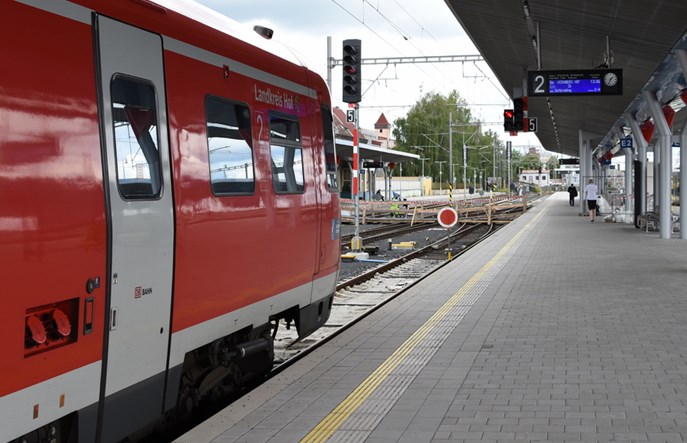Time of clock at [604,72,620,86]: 1:34
